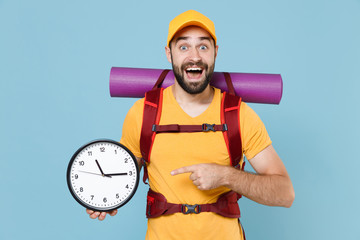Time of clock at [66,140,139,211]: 11:14
